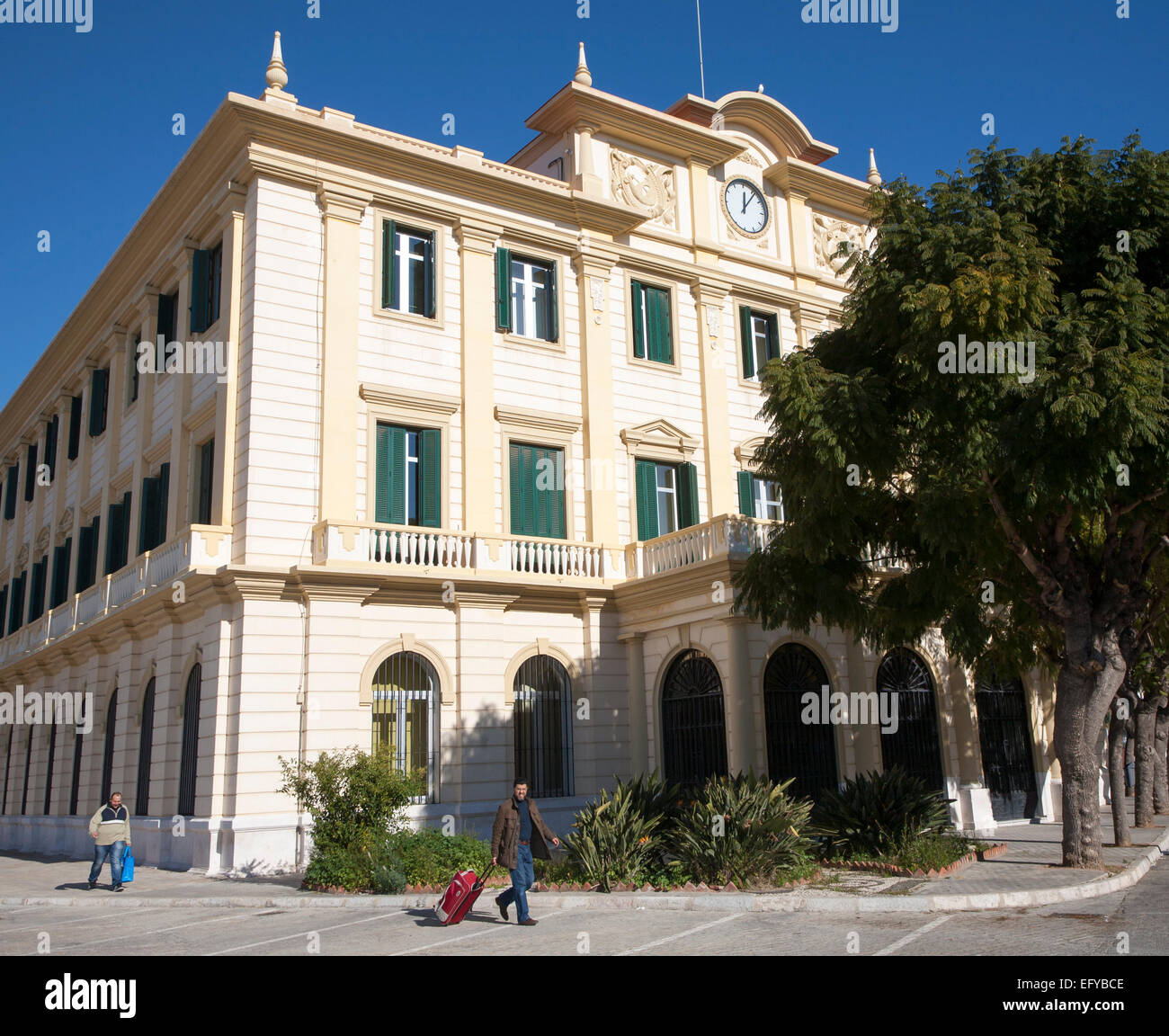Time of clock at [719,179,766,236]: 12:06
